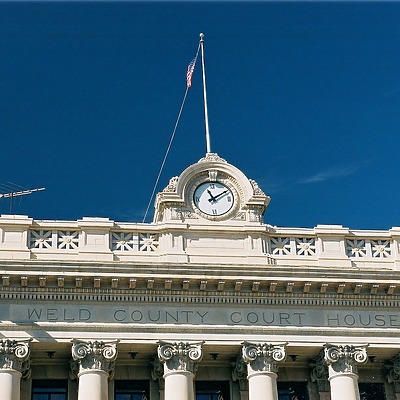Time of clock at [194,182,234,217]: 11:09
